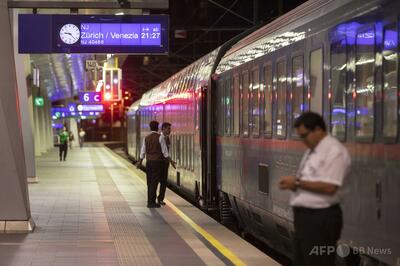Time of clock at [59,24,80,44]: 9:22
